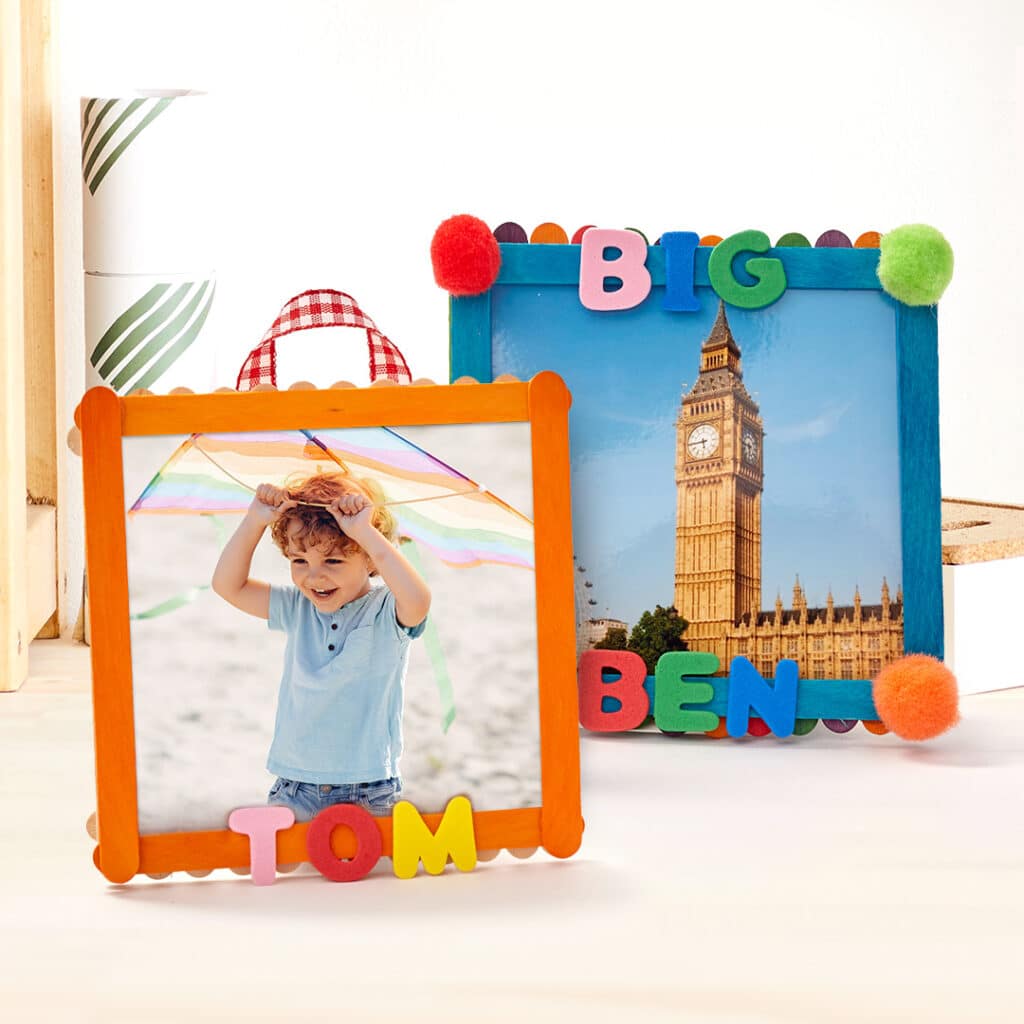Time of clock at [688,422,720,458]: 5:44
